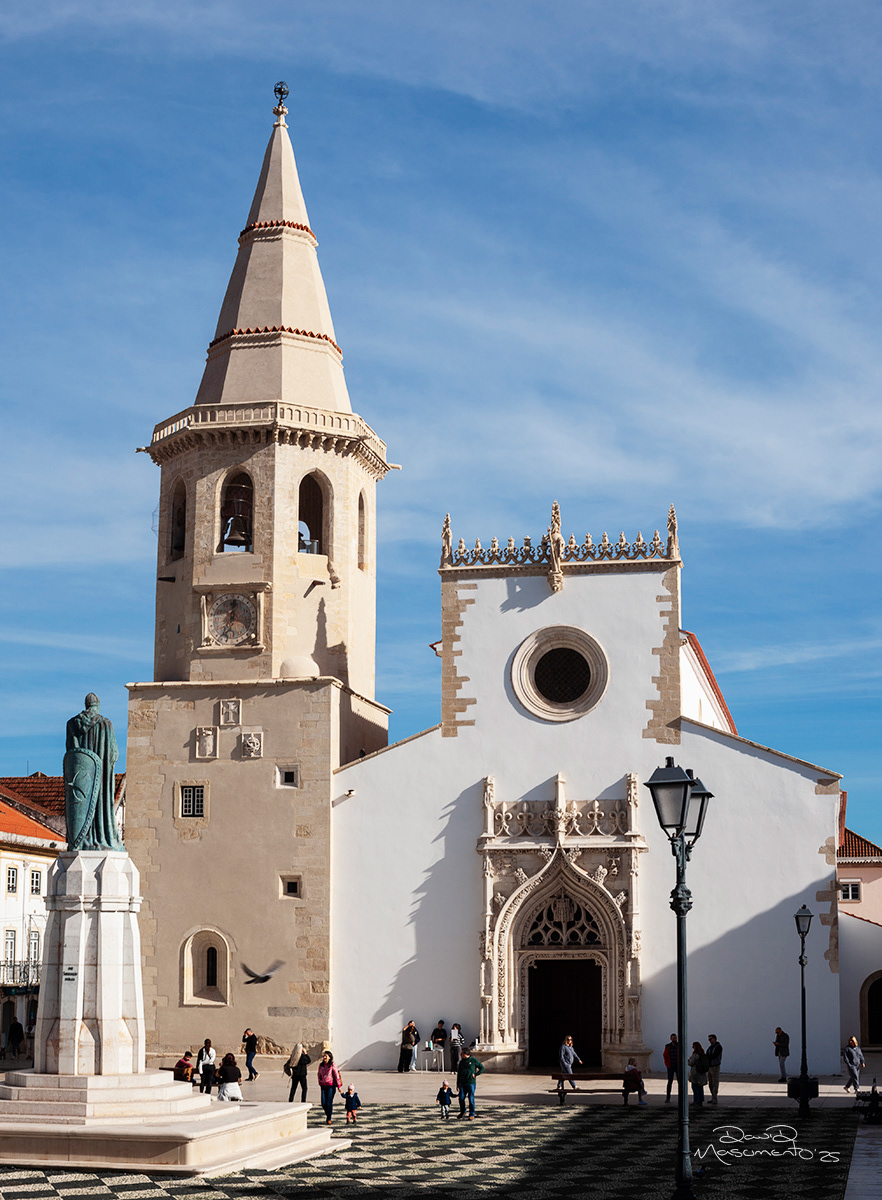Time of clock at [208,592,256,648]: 12:34
